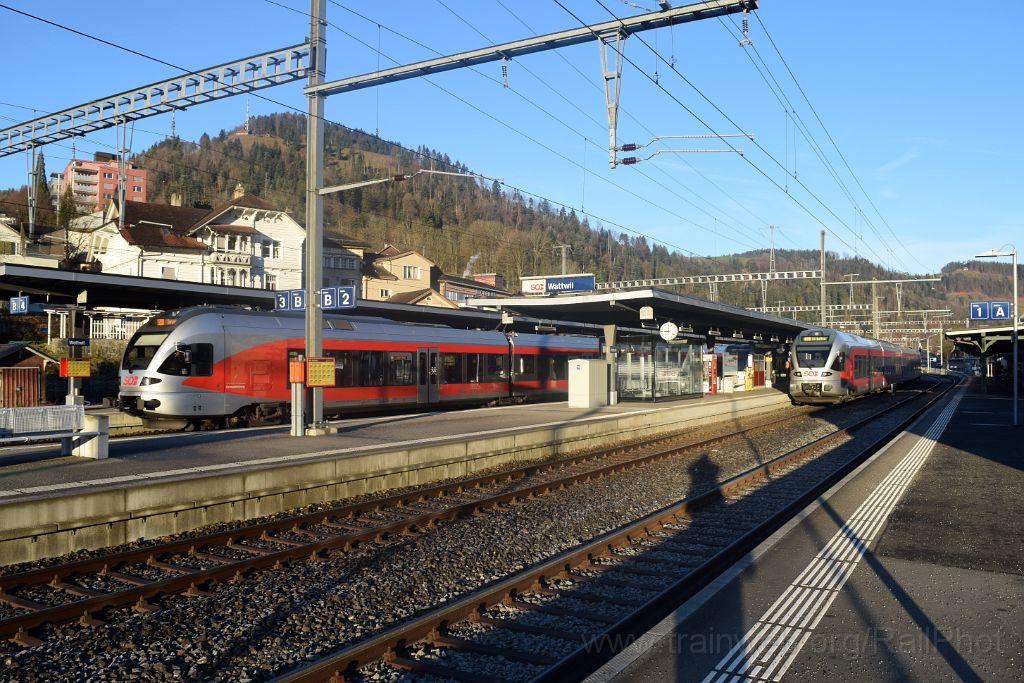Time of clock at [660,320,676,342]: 8:59
